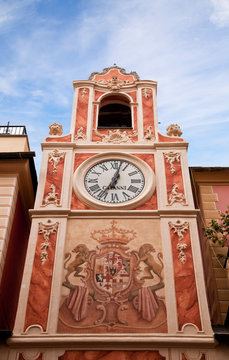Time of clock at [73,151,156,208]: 7:02
